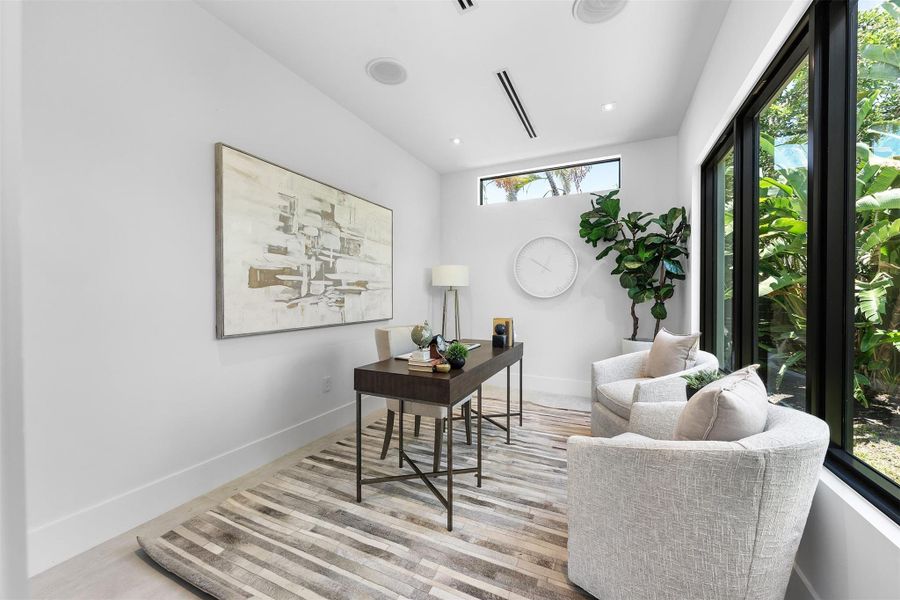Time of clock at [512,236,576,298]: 12:50
